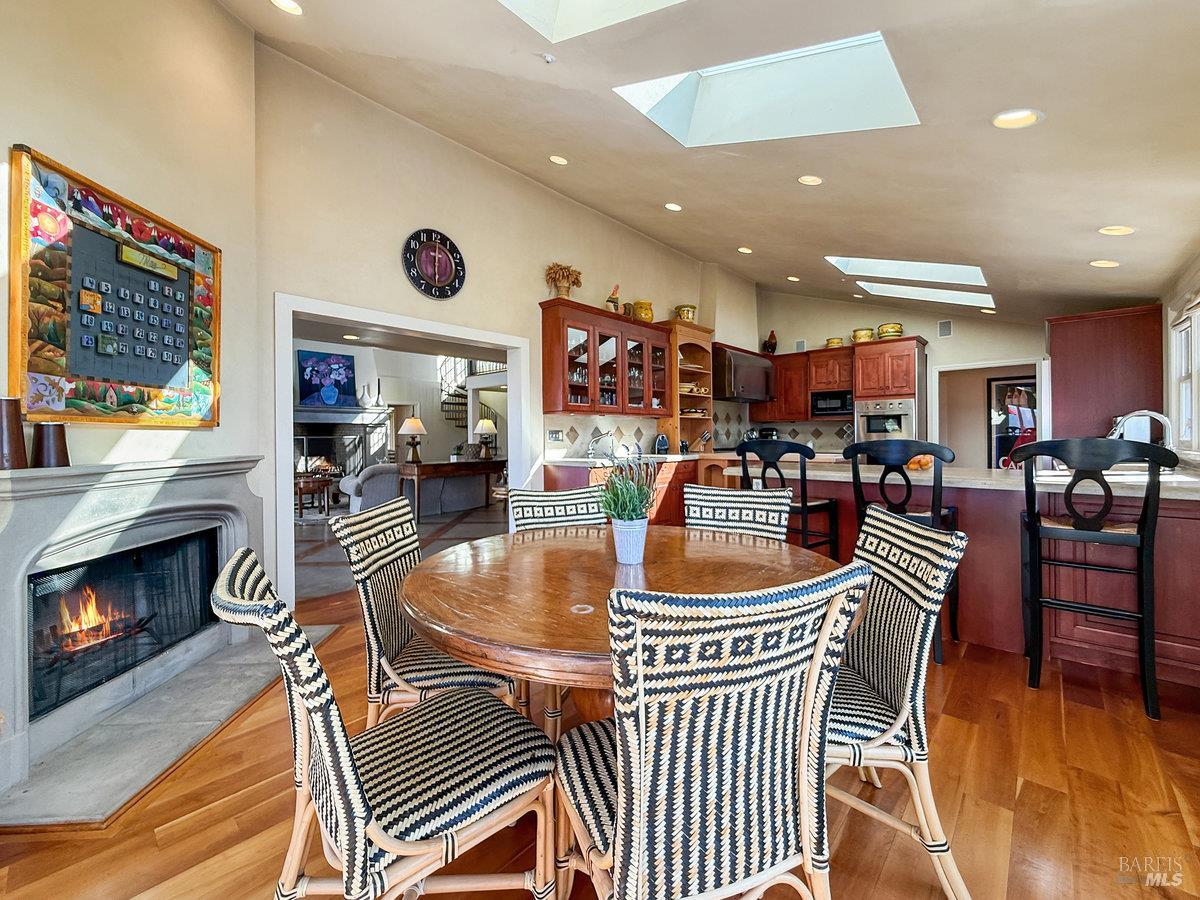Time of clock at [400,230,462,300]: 6:01
